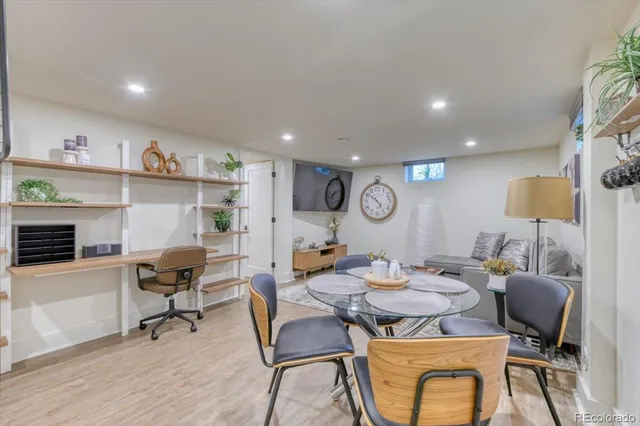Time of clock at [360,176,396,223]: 4:50
